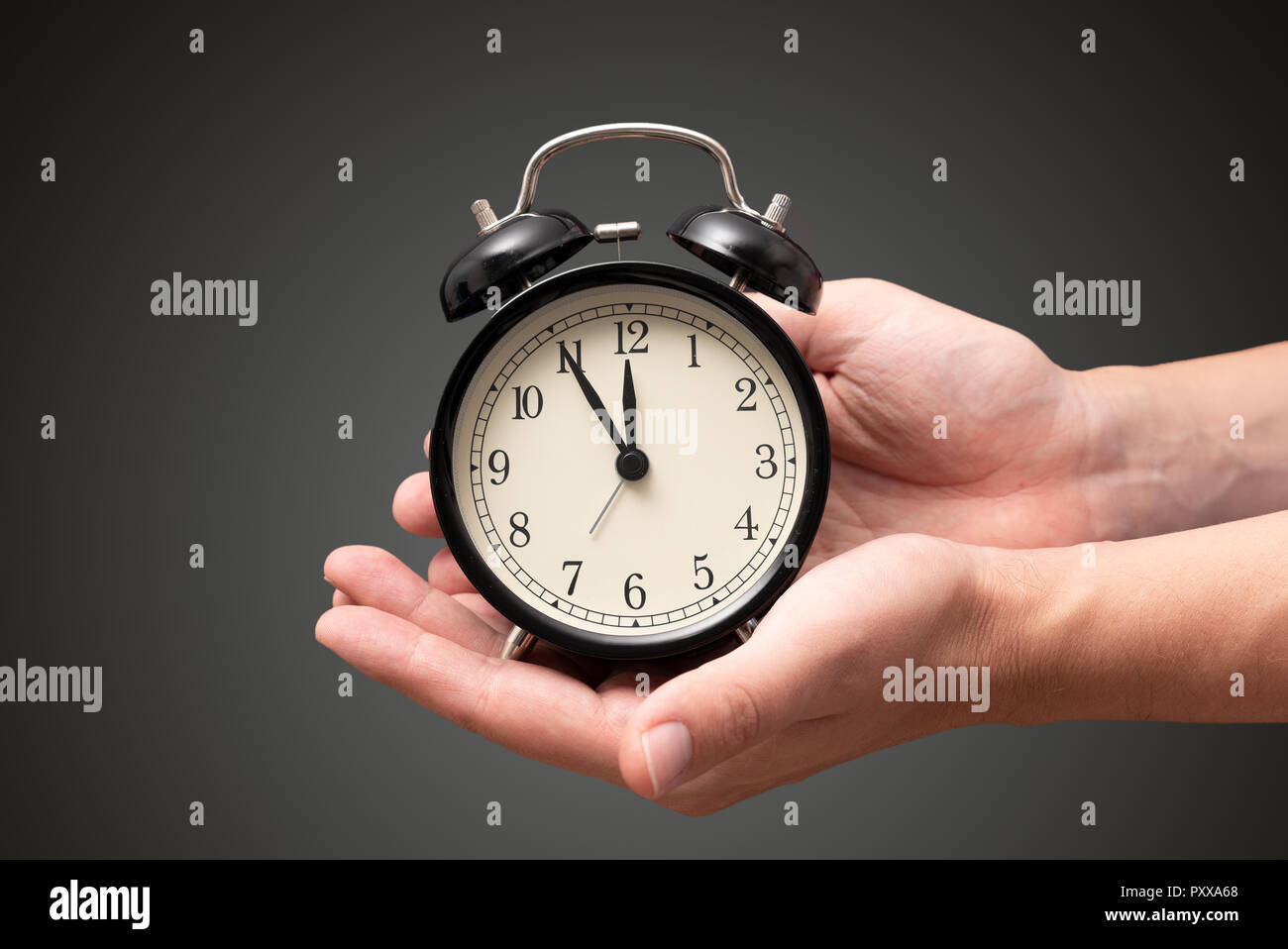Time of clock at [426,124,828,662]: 11:55
